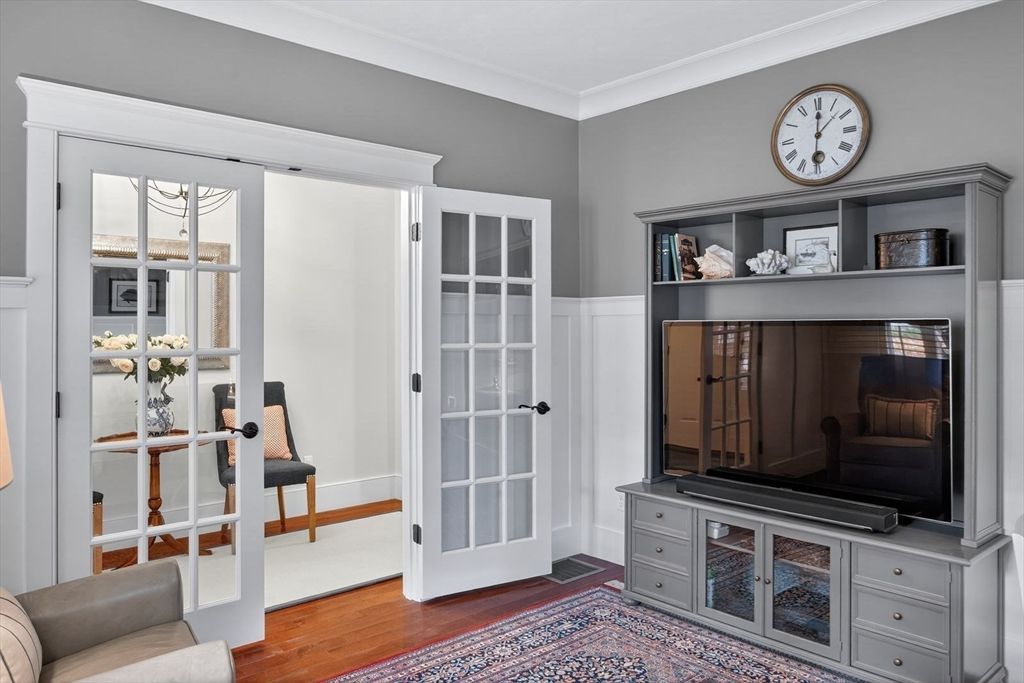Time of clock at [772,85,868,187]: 12:07
